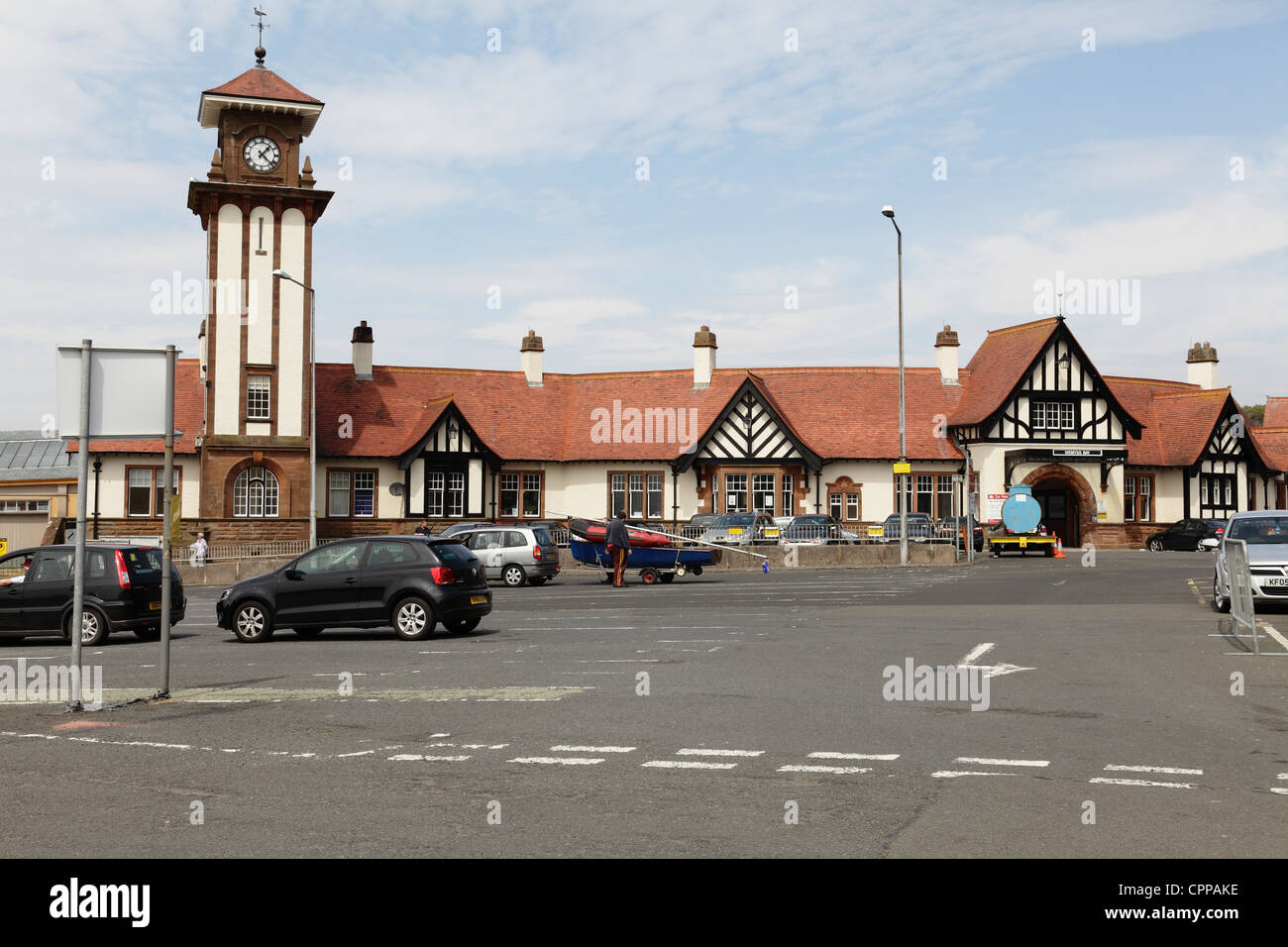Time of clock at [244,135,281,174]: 1:22
